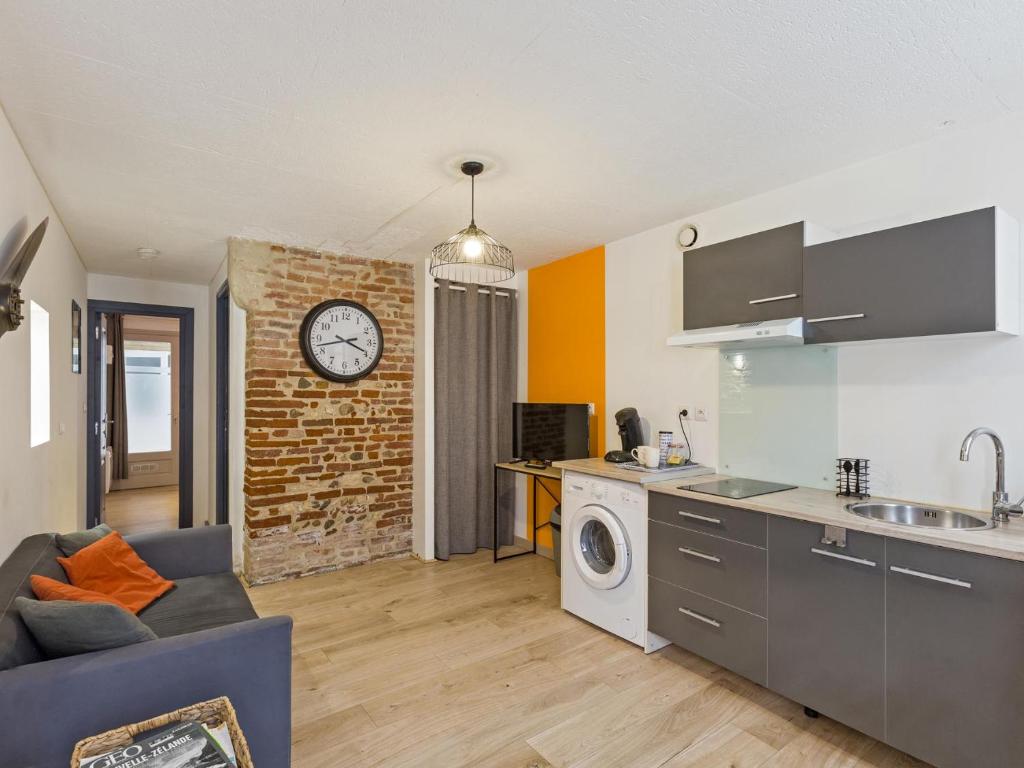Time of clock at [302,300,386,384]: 3:42
